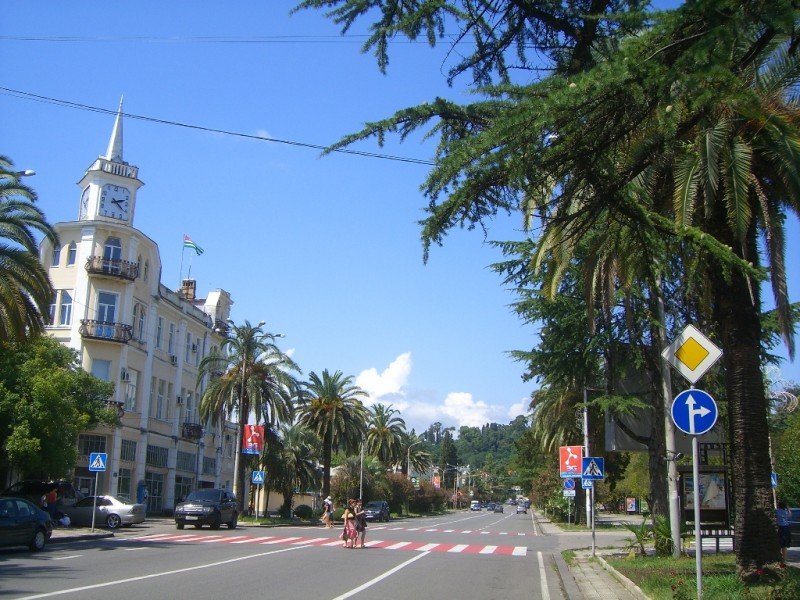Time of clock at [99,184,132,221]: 2:21
